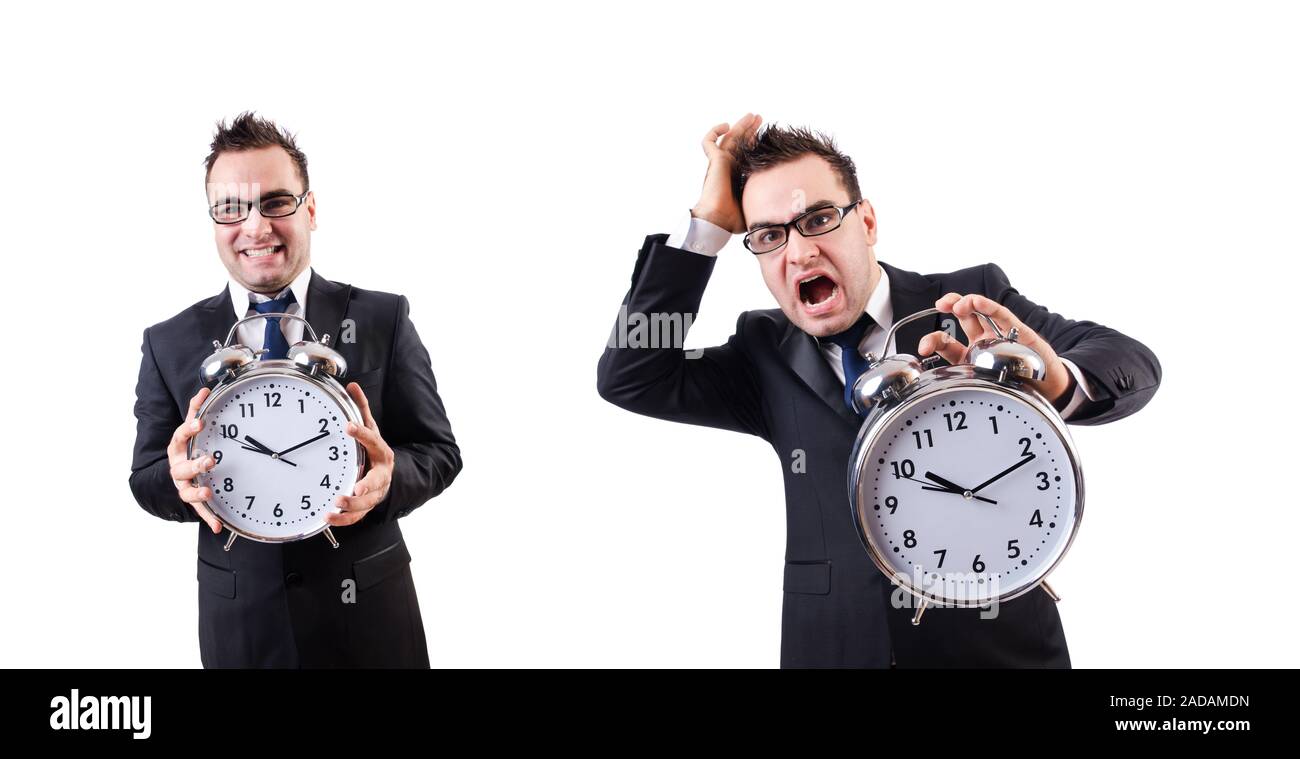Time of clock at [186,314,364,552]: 10:11
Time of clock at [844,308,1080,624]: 10:11
